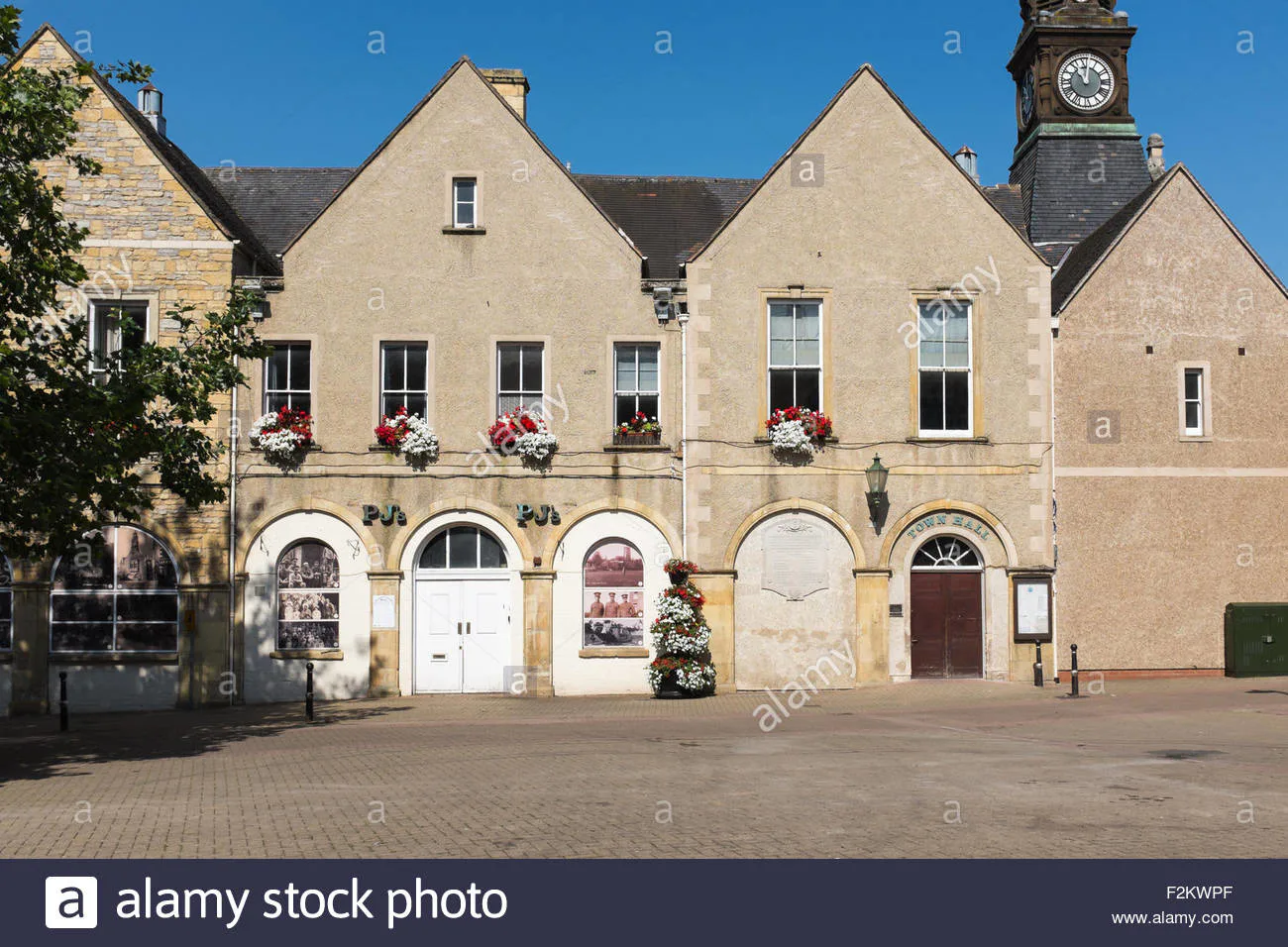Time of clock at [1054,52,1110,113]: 11:02
